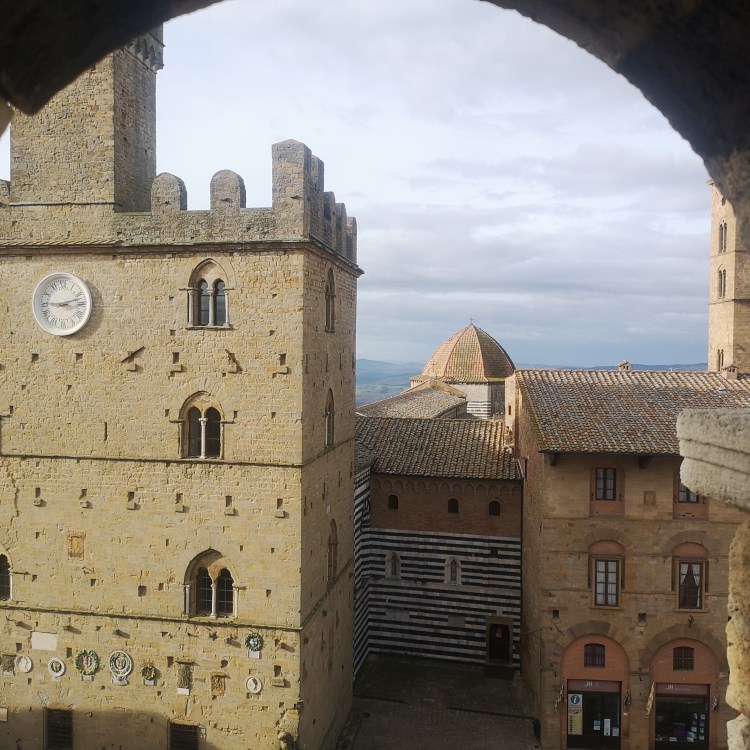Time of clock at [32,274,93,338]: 9:12
